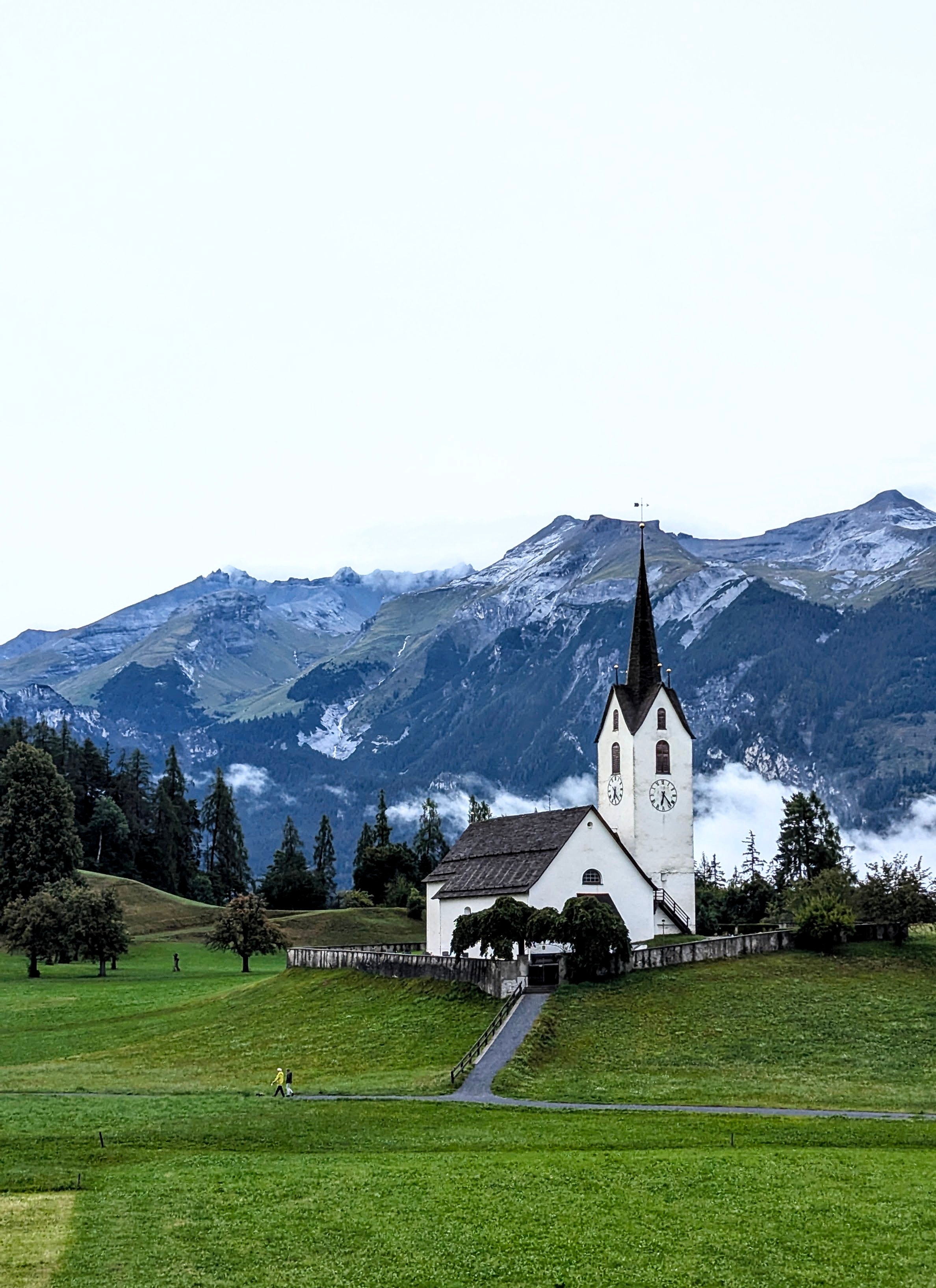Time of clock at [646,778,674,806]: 6:23
